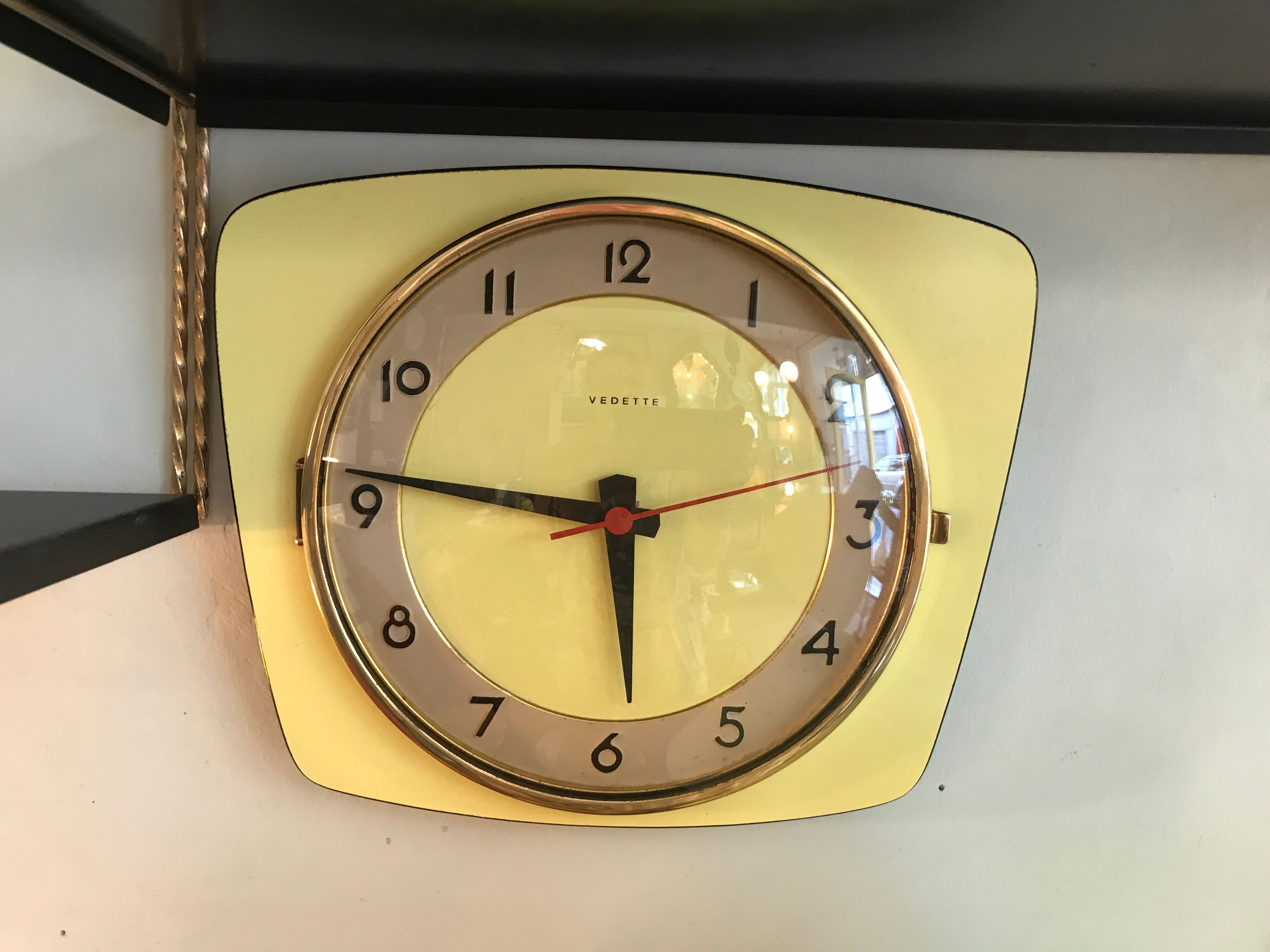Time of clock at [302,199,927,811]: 5:46
